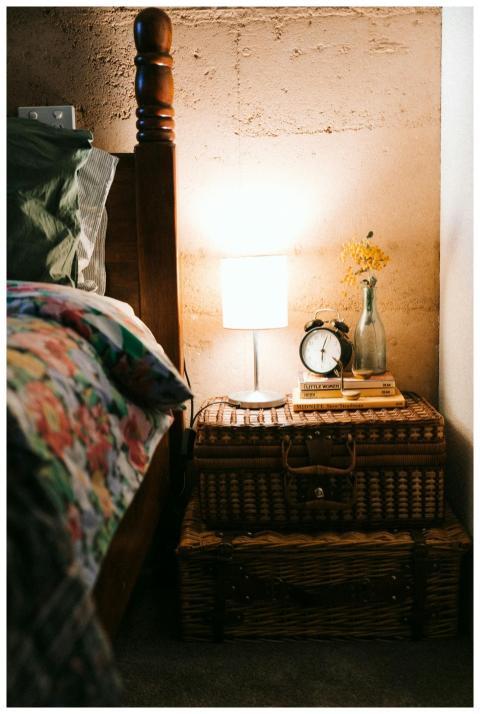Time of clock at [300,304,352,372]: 6:03
